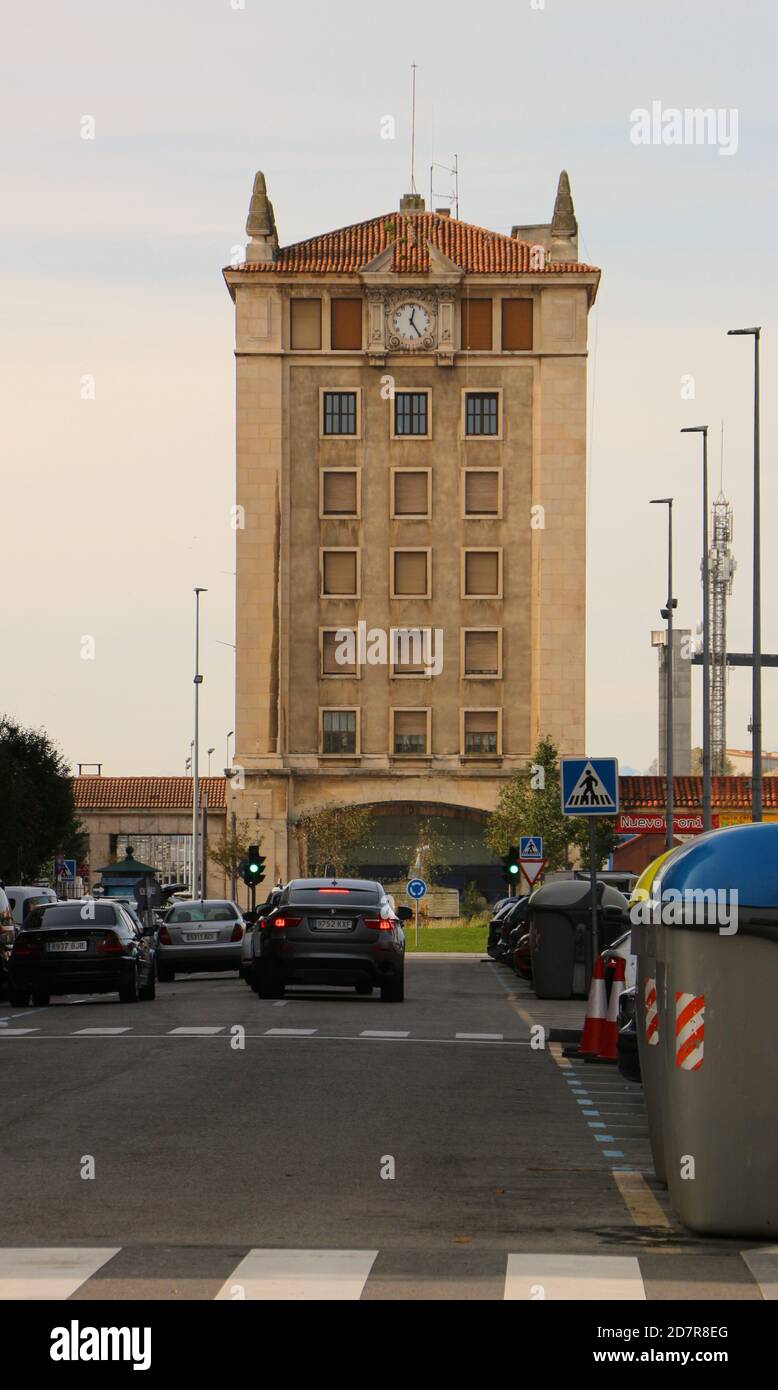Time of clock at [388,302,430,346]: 12:24
